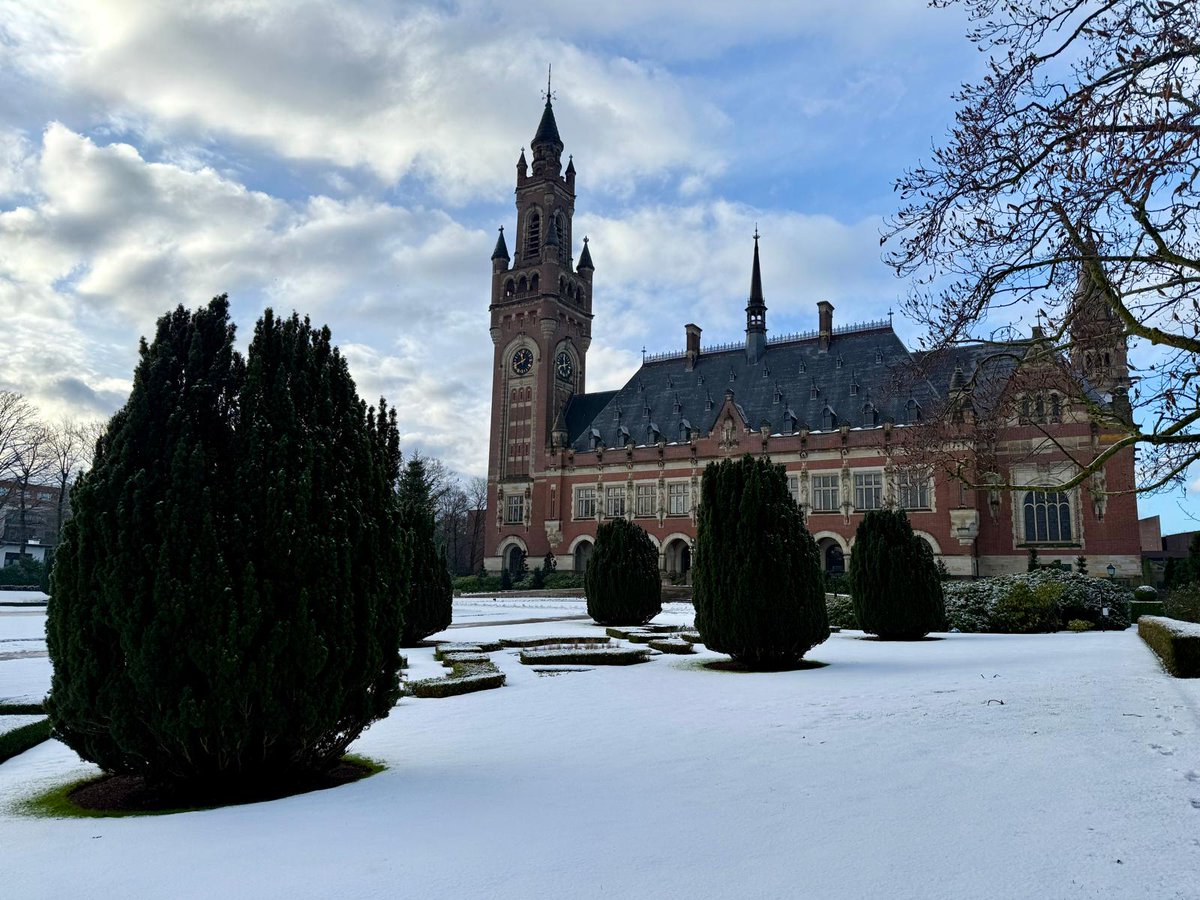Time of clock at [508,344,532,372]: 11:40
